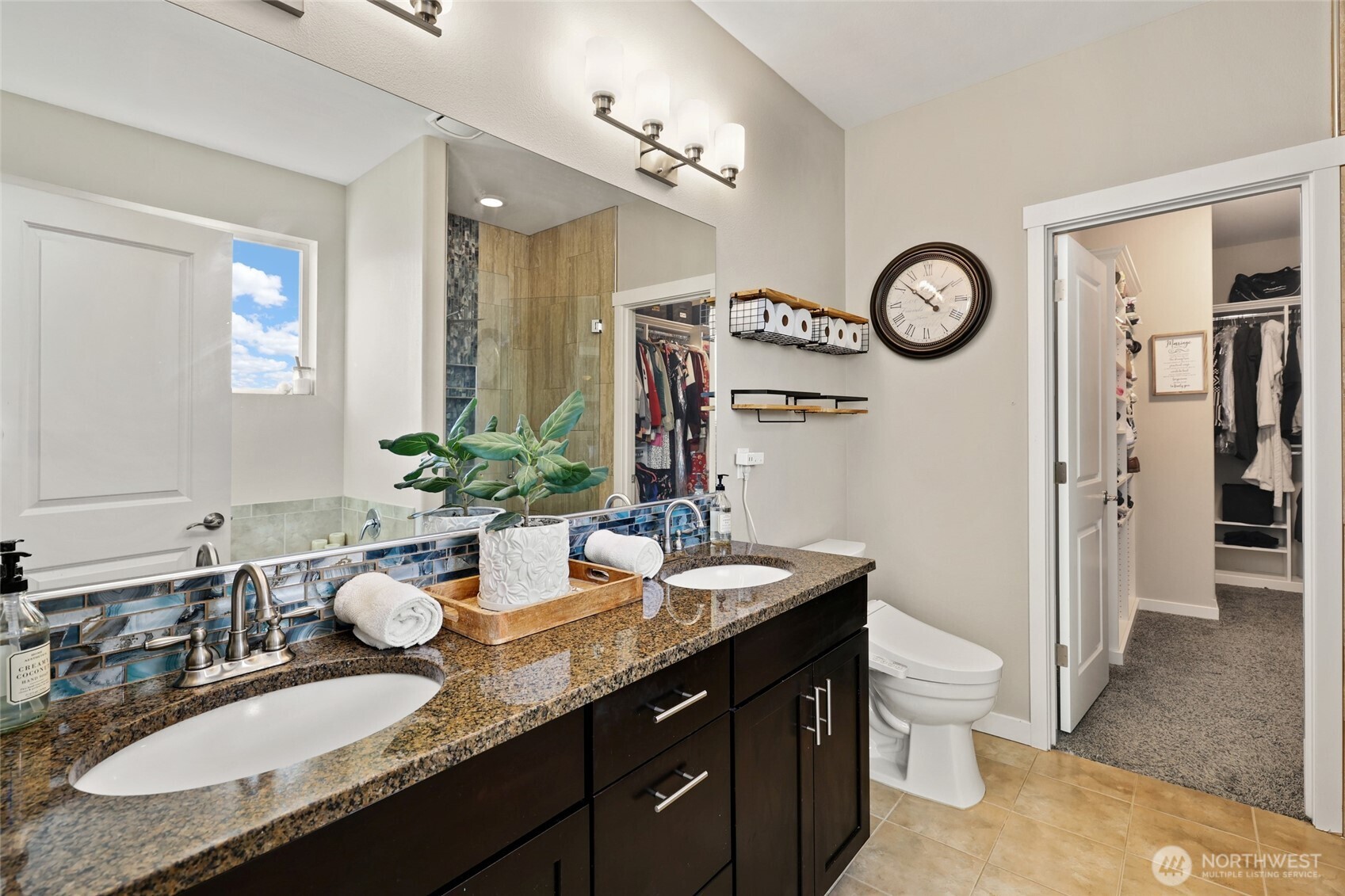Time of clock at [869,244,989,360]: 1:51
